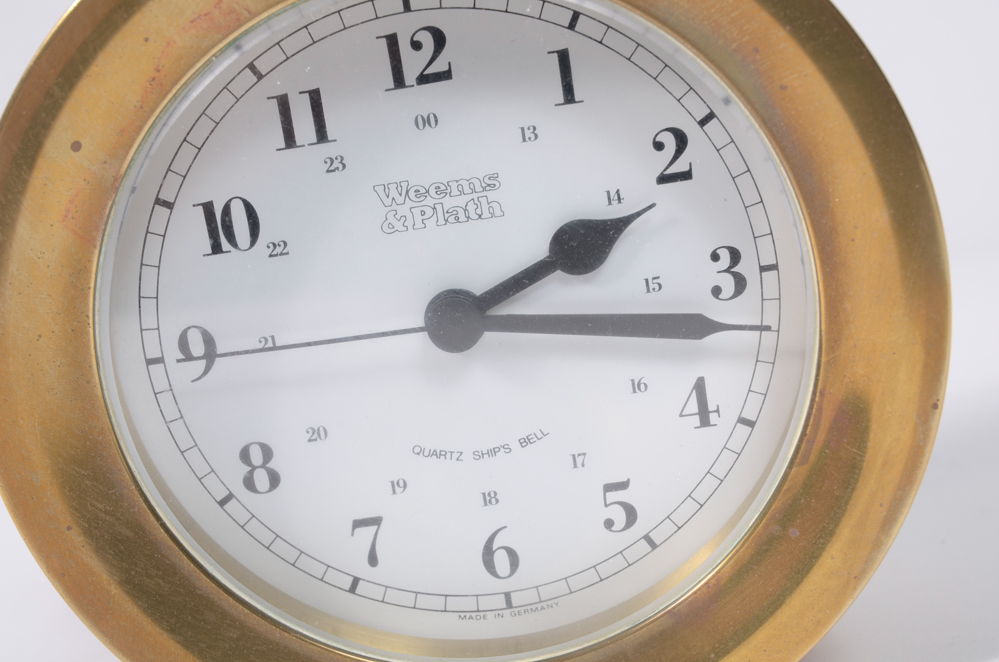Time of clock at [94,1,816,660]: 2:16
